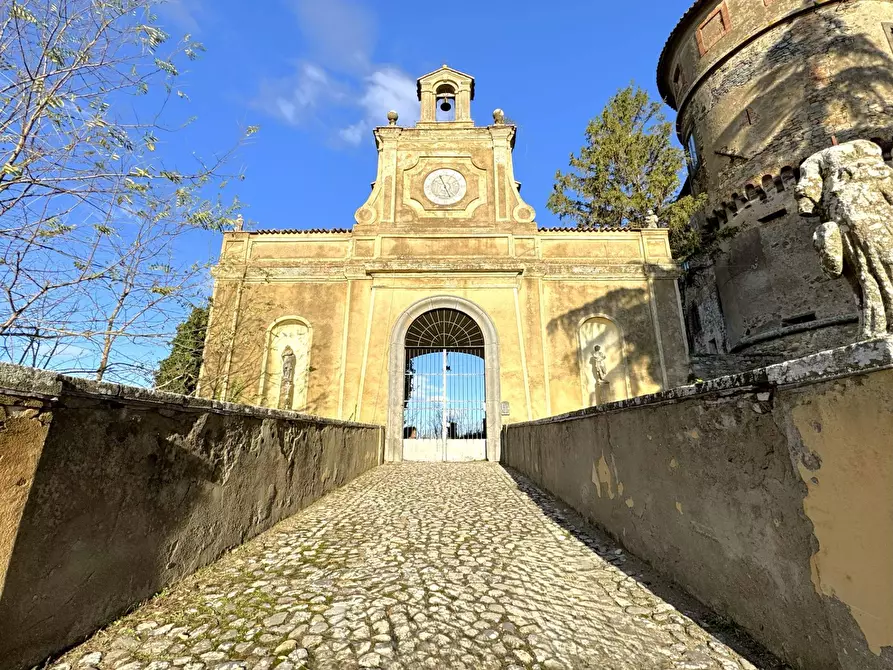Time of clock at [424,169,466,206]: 11:26
